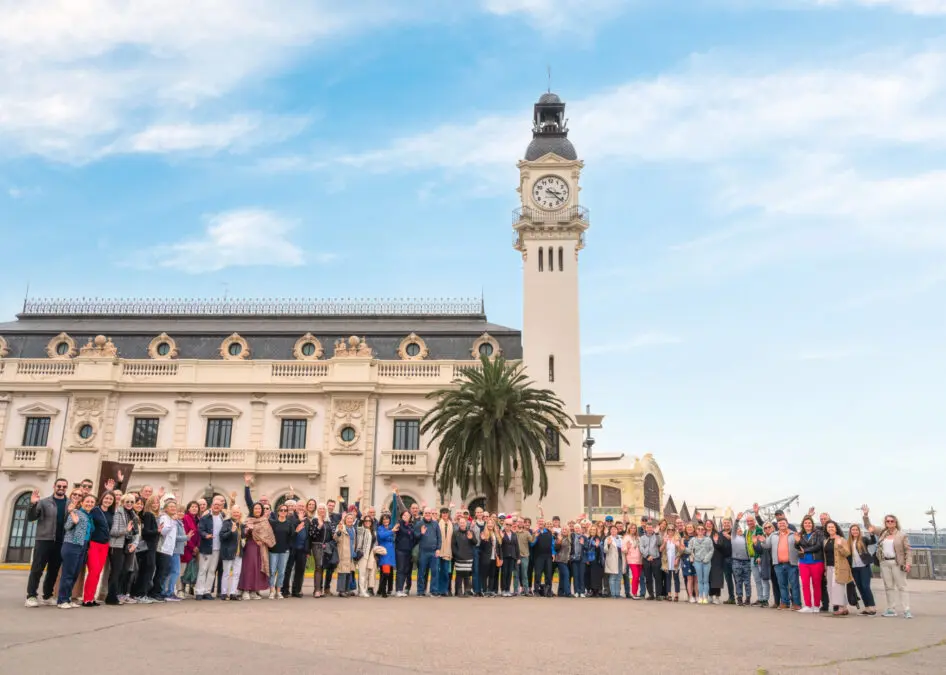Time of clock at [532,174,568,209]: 3:21
